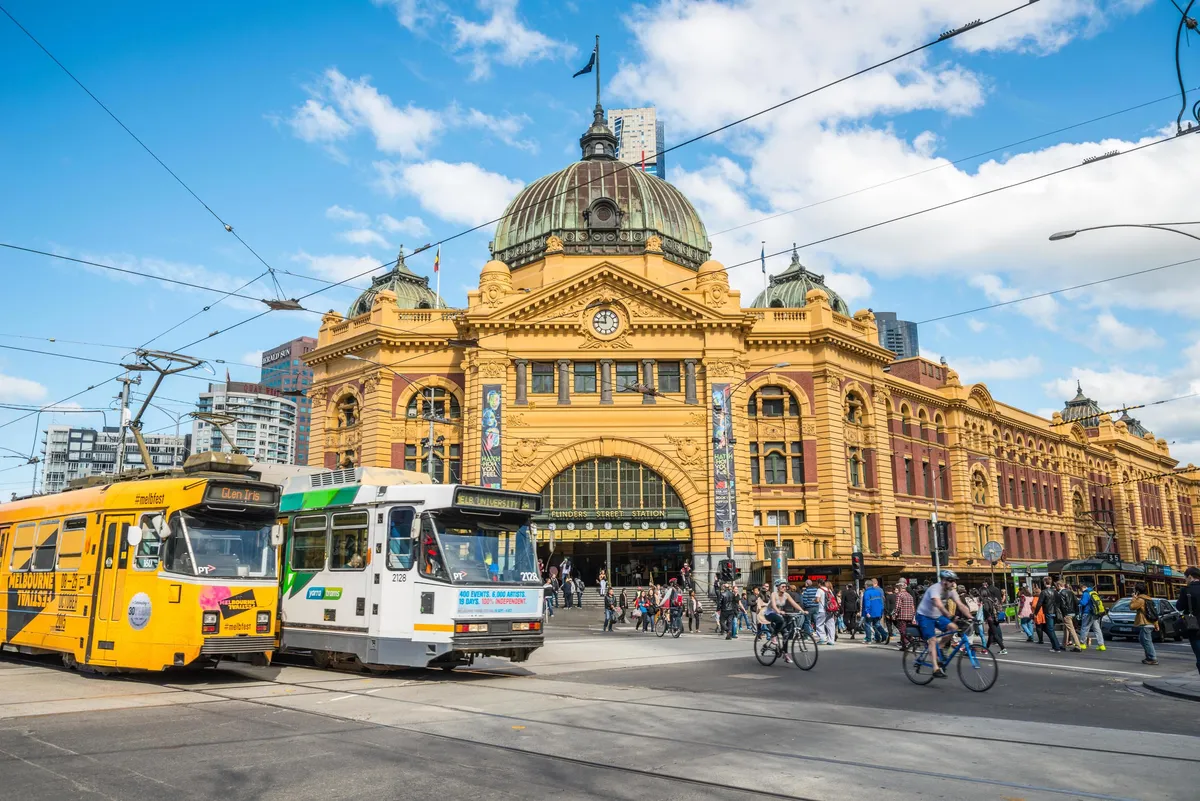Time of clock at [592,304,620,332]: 11:45
